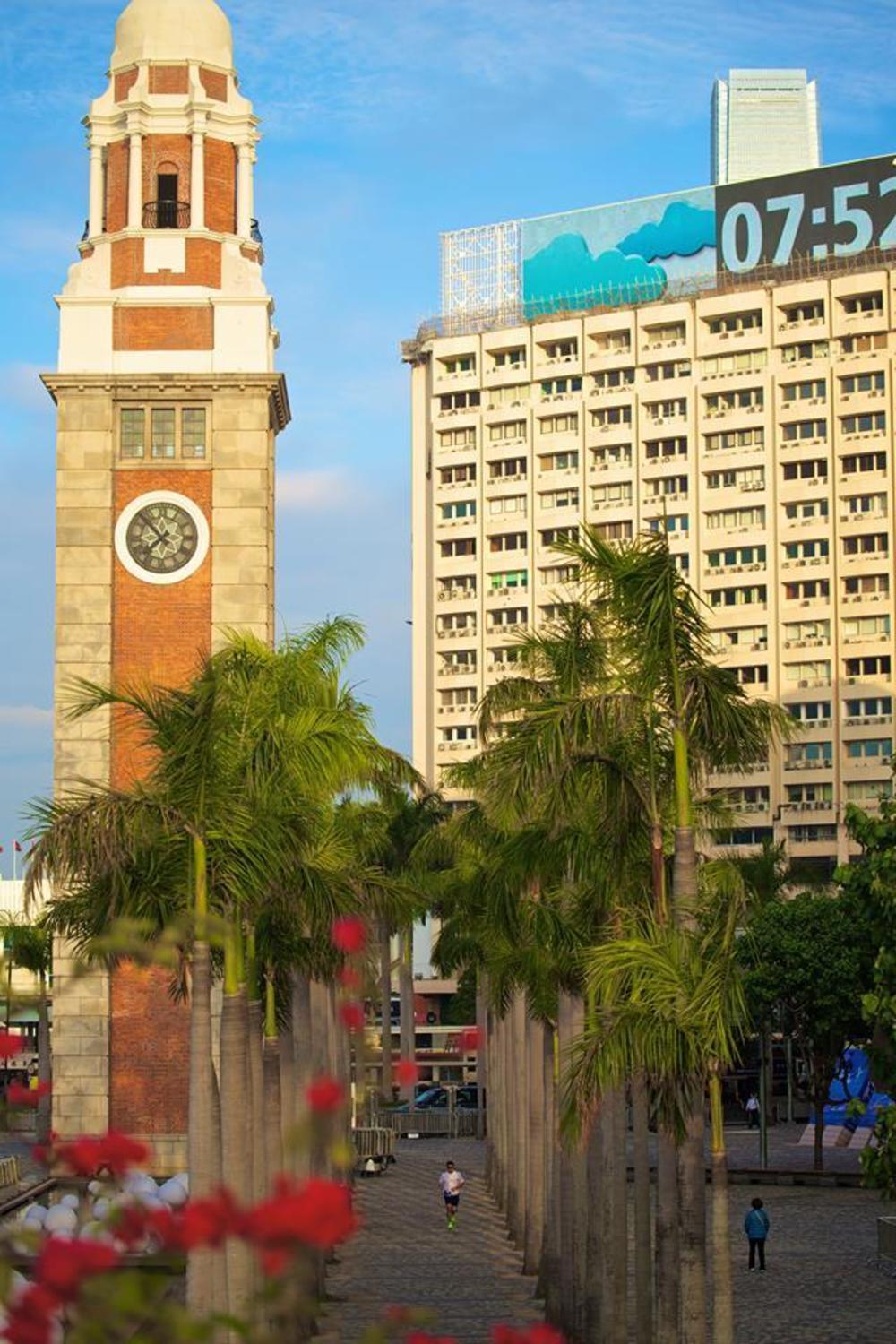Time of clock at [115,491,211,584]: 7:52
